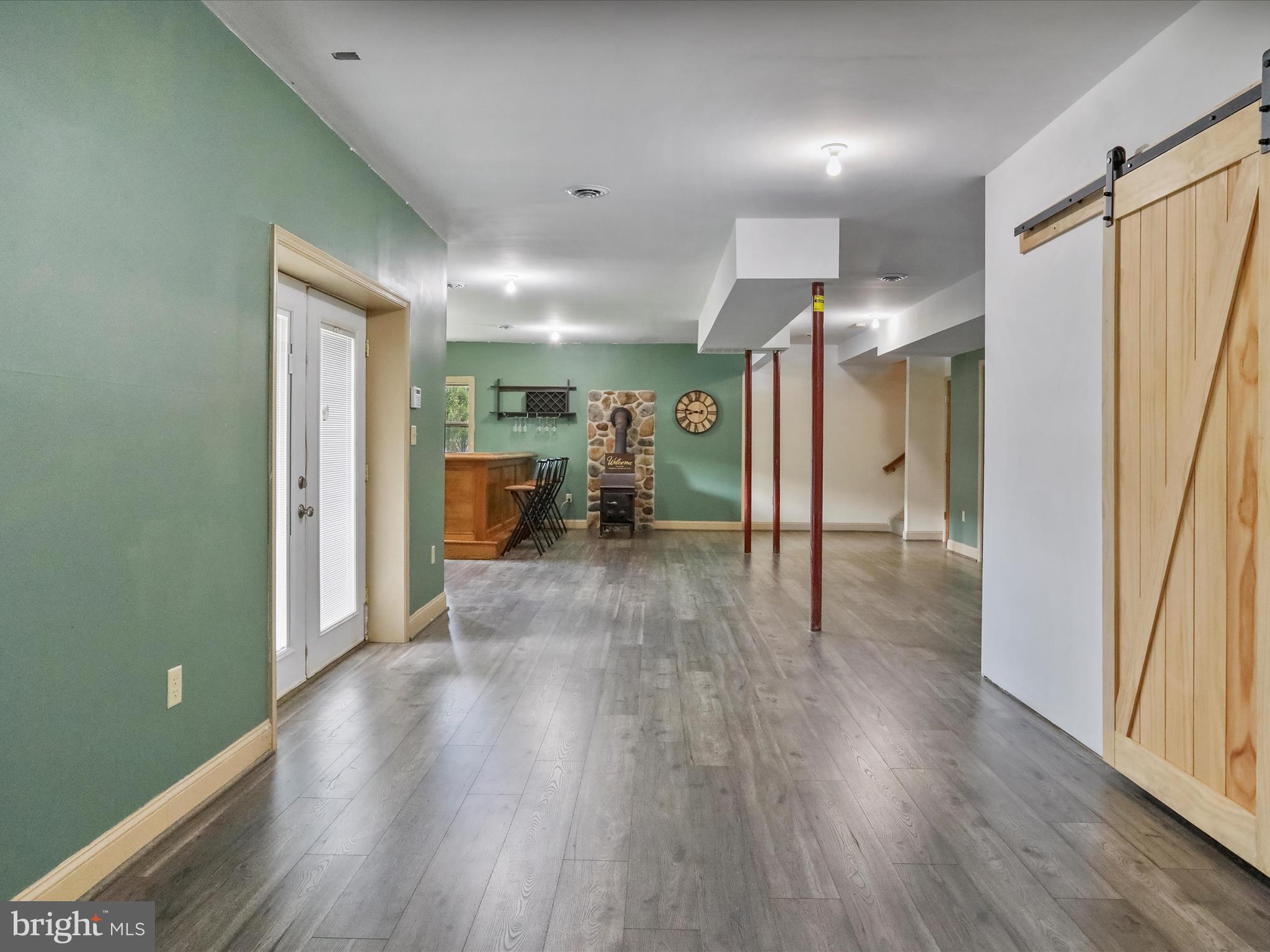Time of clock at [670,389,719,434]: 8:46
